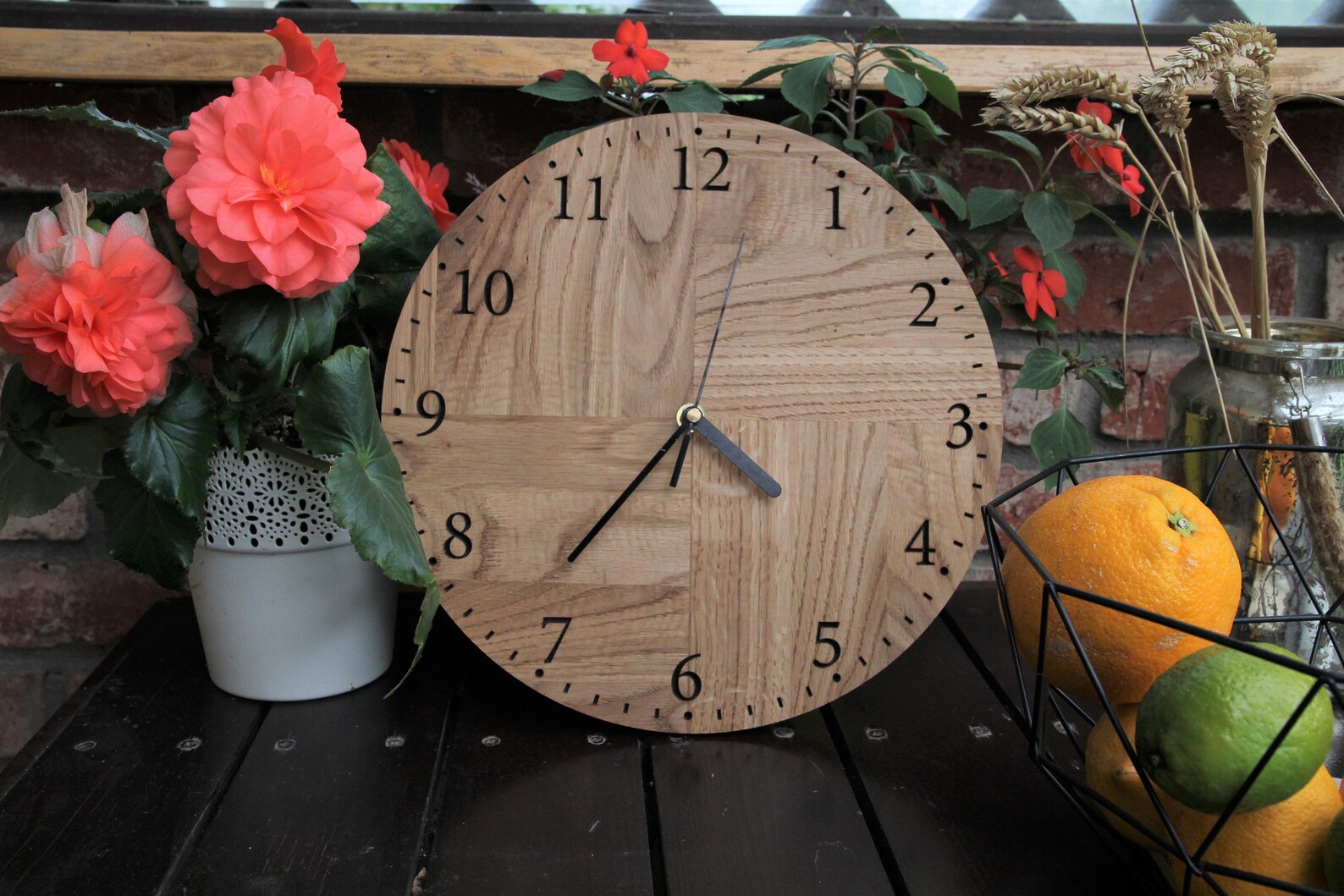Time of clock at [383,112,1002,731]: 4:36
